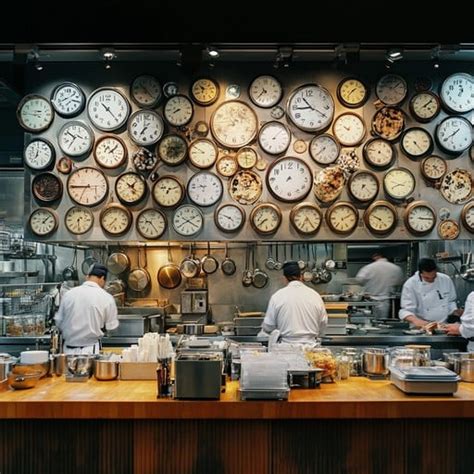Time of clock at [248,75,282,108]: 10:37
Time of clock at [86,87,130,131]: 10:23
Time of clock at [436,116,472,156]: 1:40
